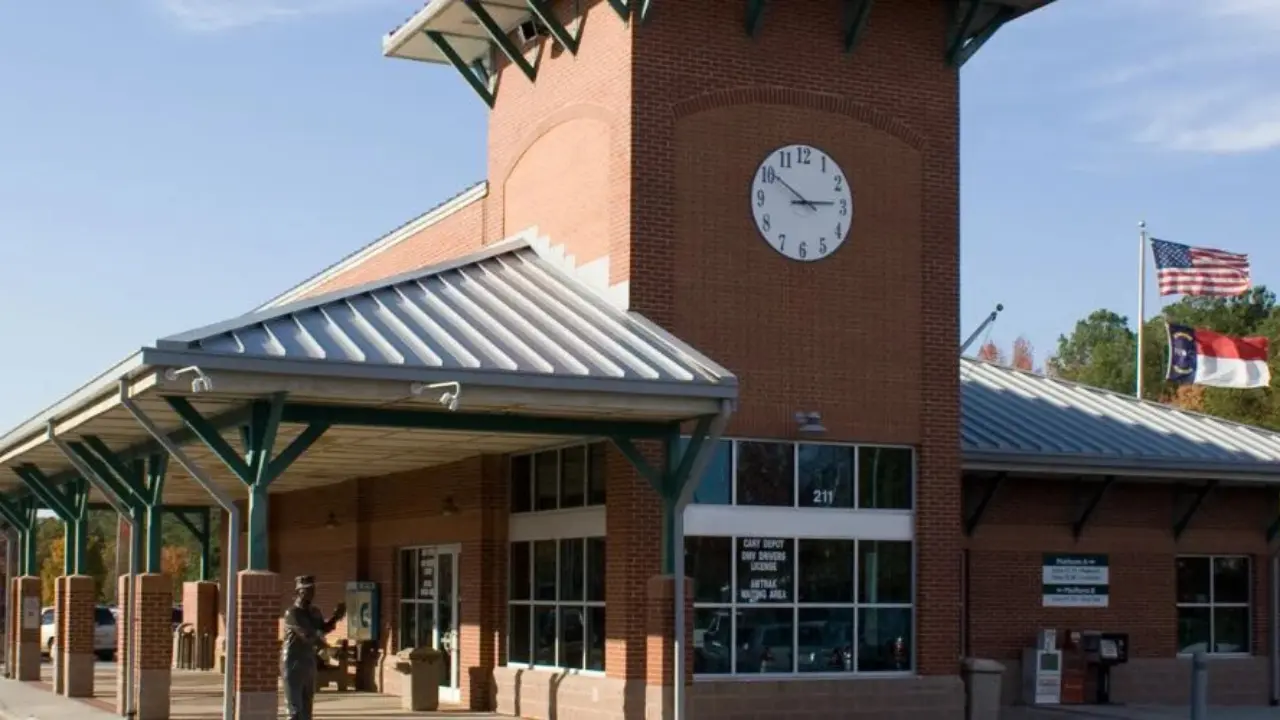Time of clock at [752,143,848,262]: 2:50
